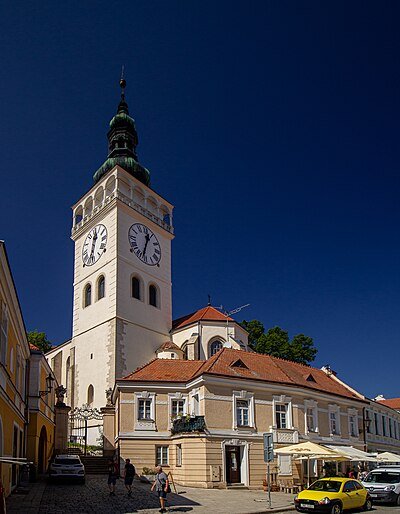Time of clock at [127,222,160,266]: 12:32
